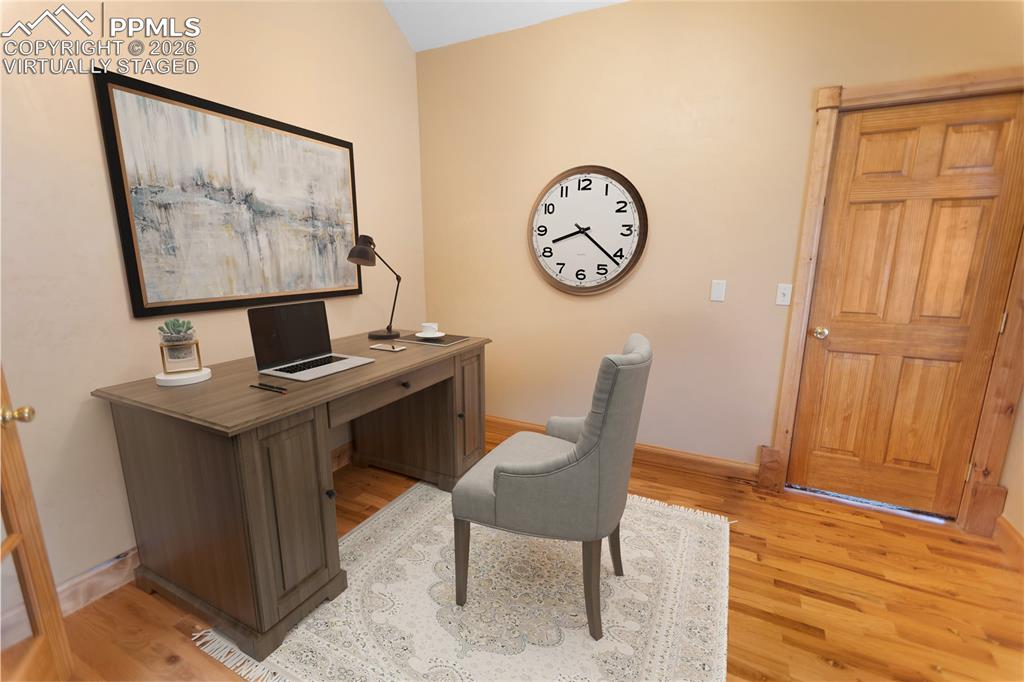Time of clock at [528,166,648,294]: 8:21
